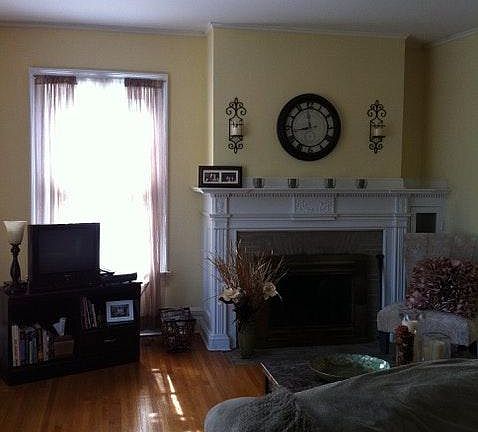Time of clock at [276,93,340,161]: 11:43
